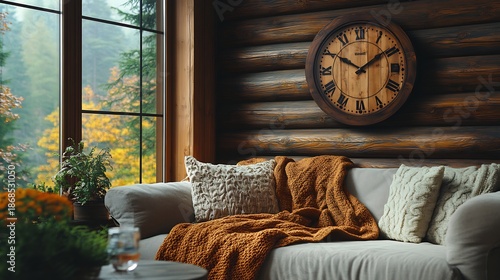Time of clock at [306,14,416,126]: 1:50
